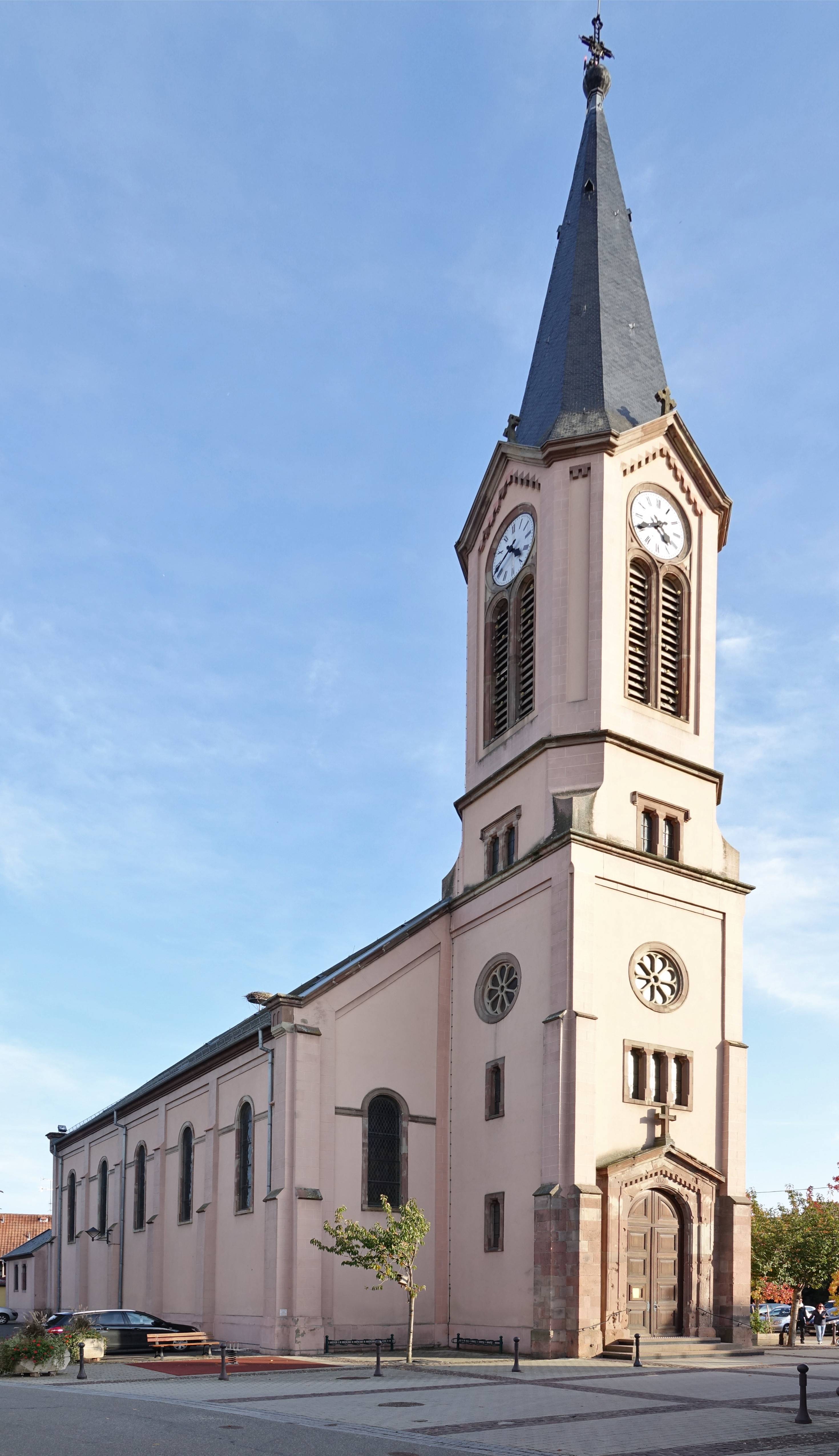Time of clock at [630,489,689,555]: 4:40
